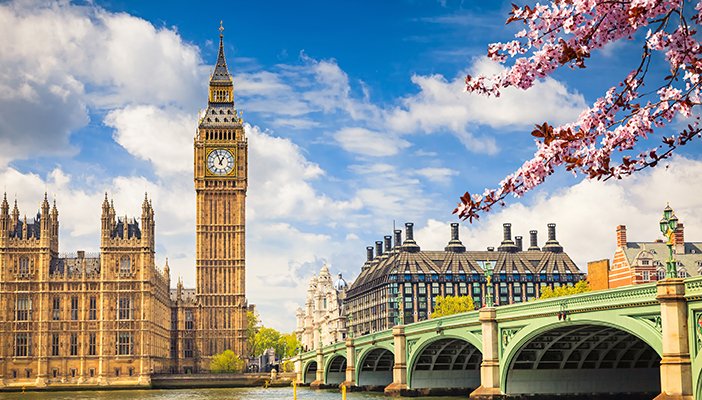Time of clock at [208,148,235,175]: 12:56
